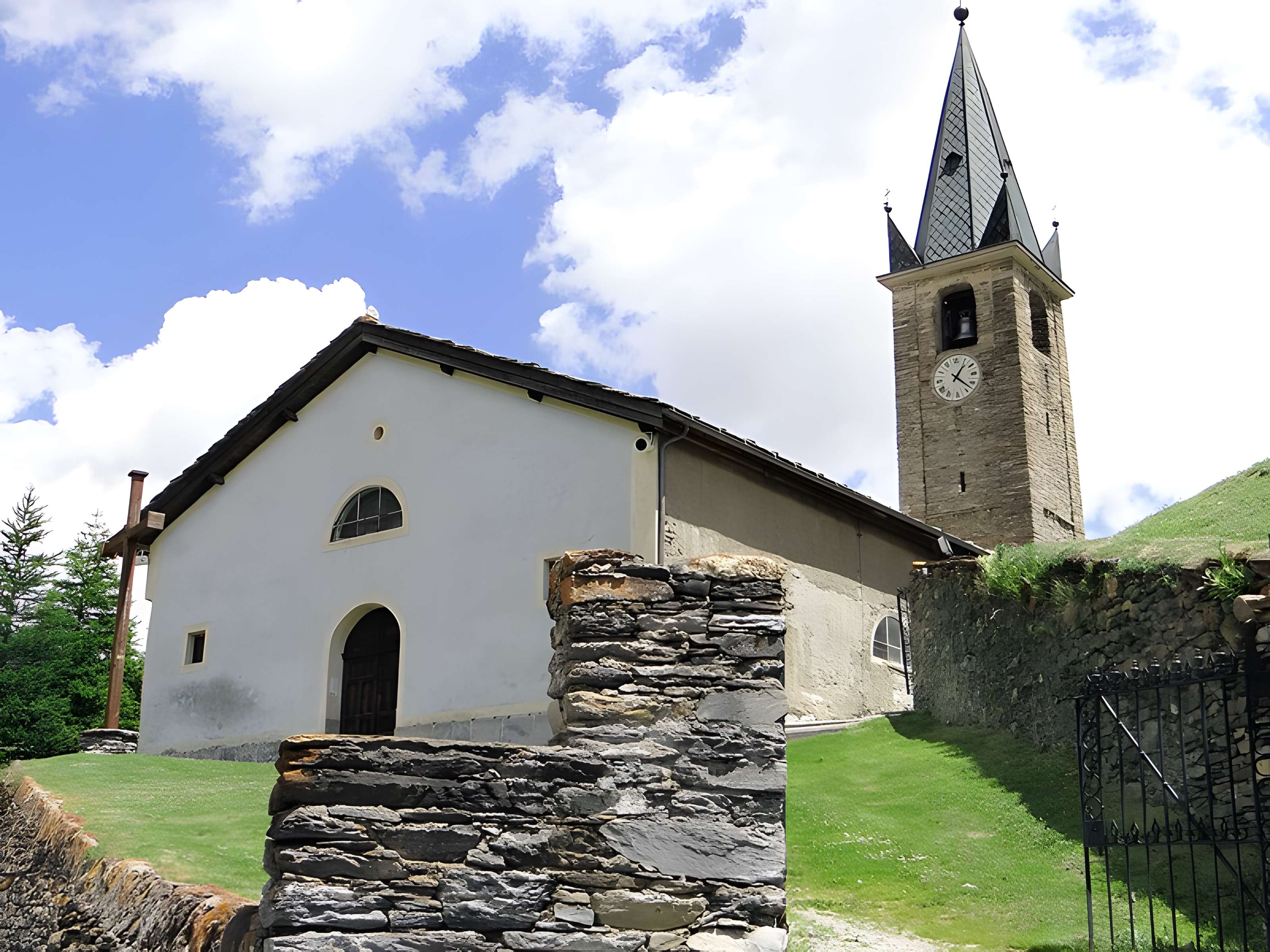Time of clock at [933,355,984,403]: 1:22
